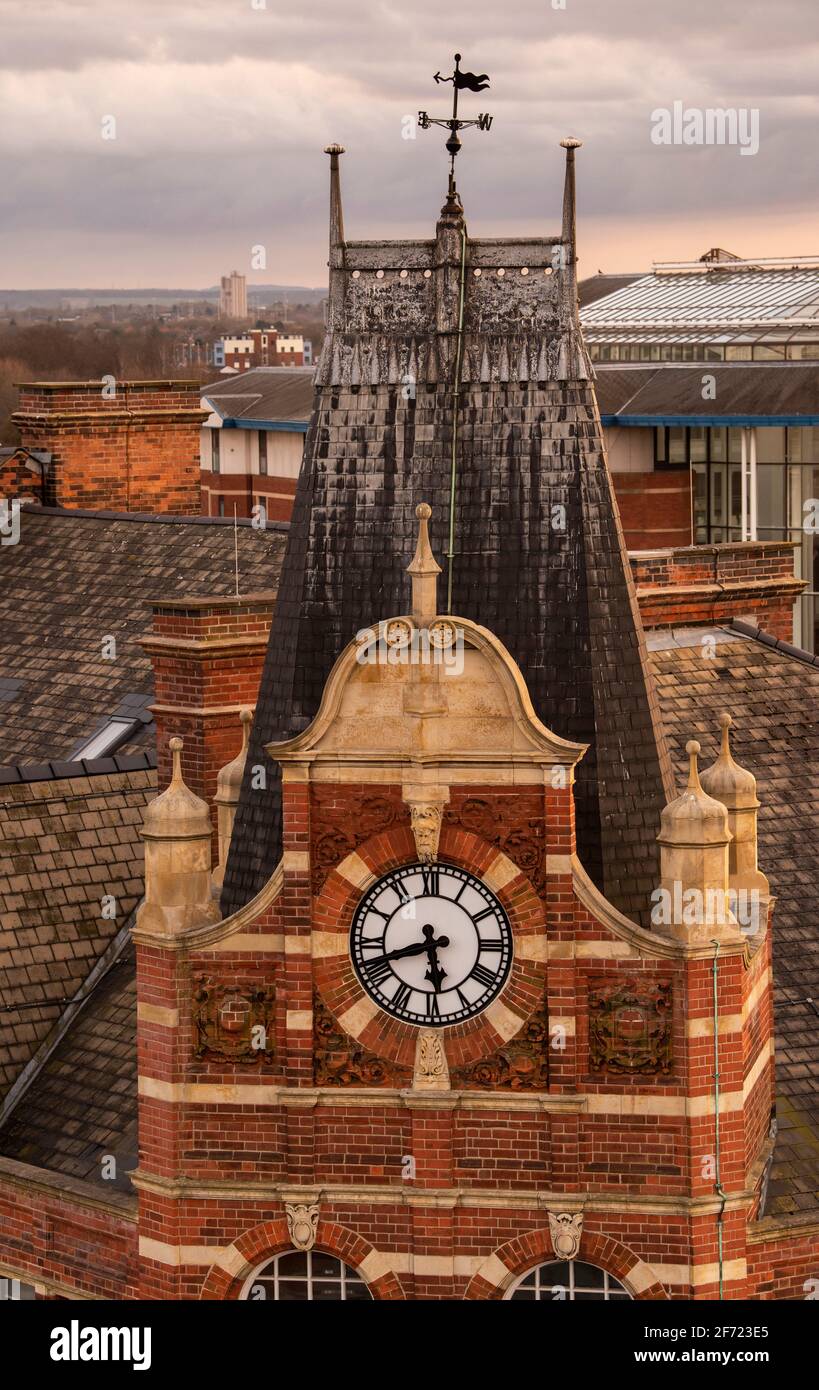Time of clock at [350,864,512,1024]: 5:41
